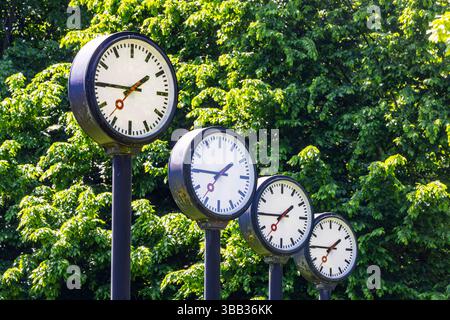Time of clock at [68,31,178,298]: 1:46
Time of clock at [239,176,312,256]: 1:45
